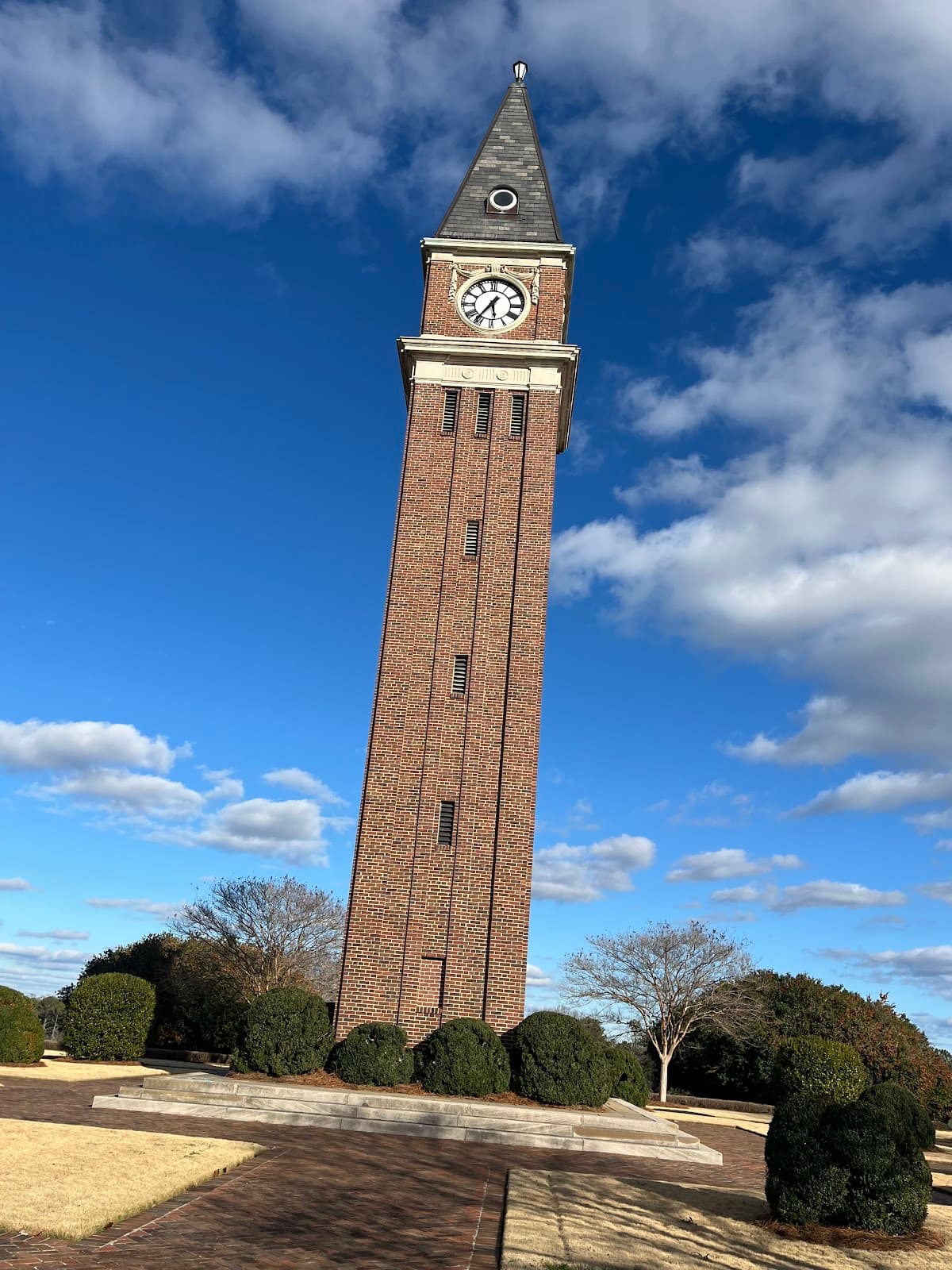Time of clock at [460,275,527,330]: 5:36
